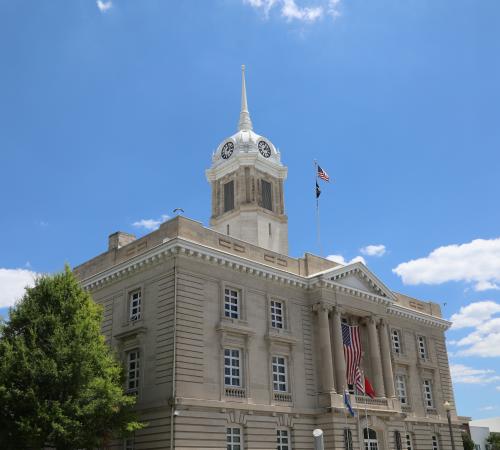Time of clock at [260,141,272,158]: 1:12
